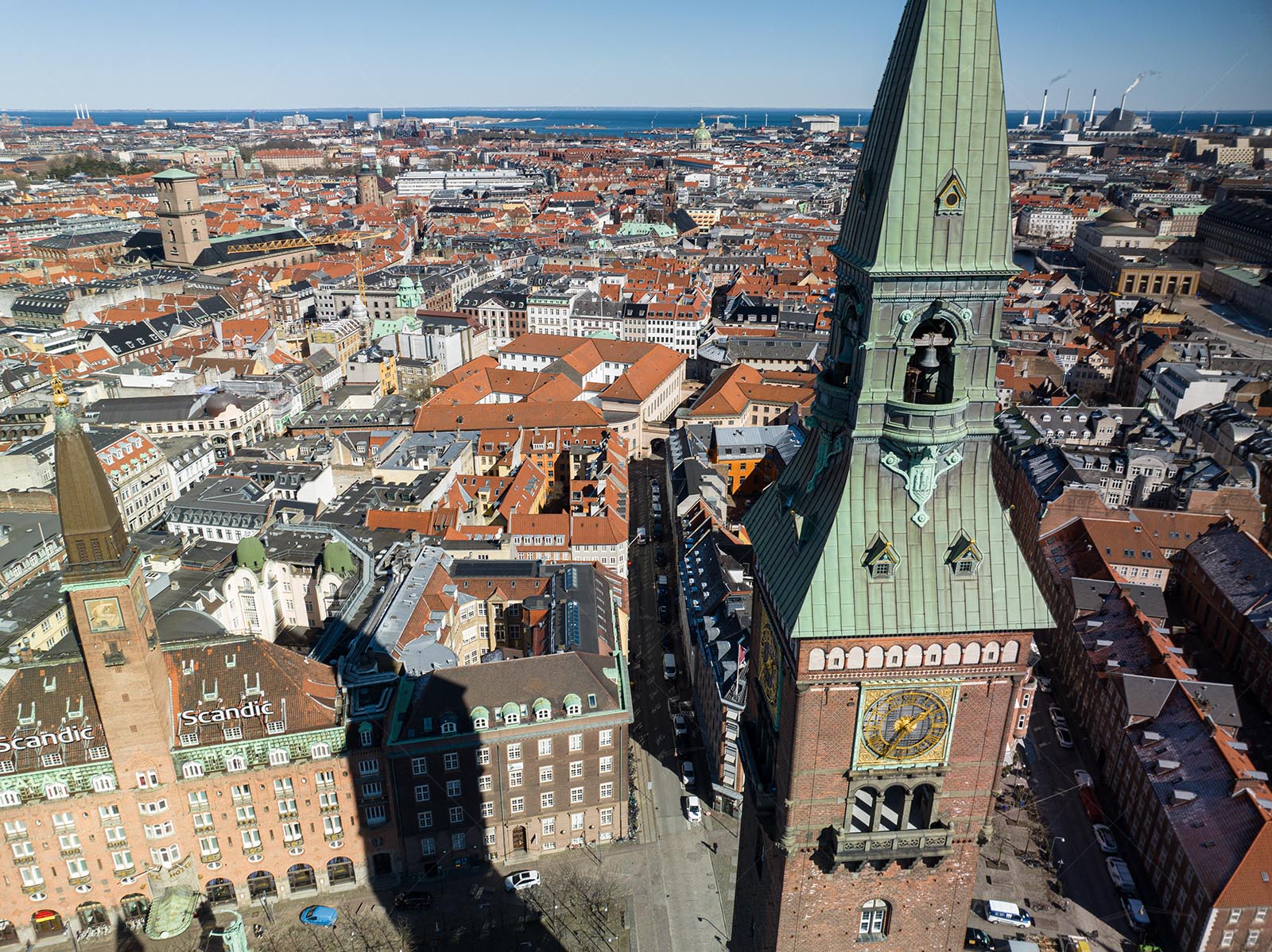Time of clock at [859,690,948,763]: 1:35
